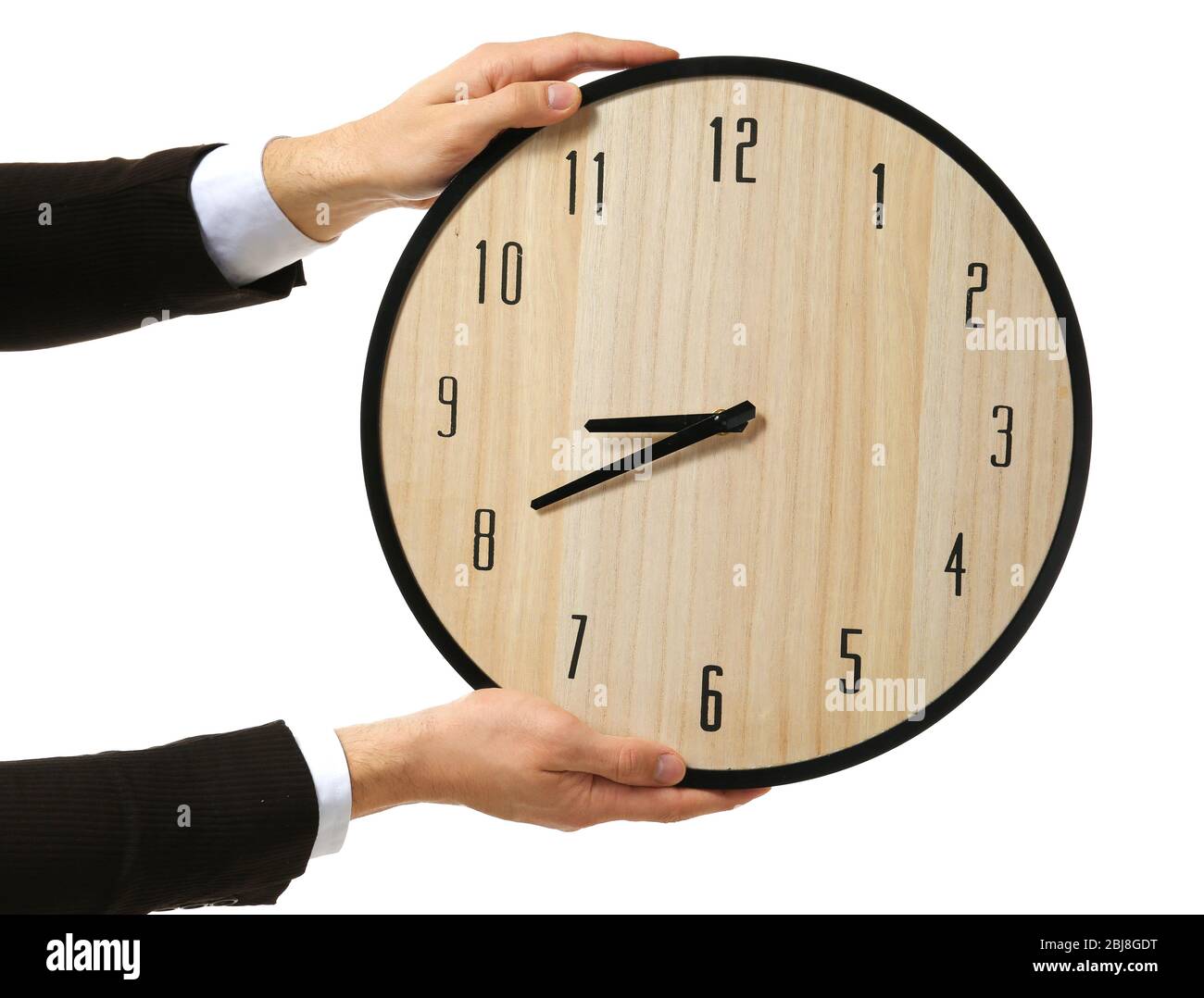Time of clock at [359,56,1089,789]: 8:40
